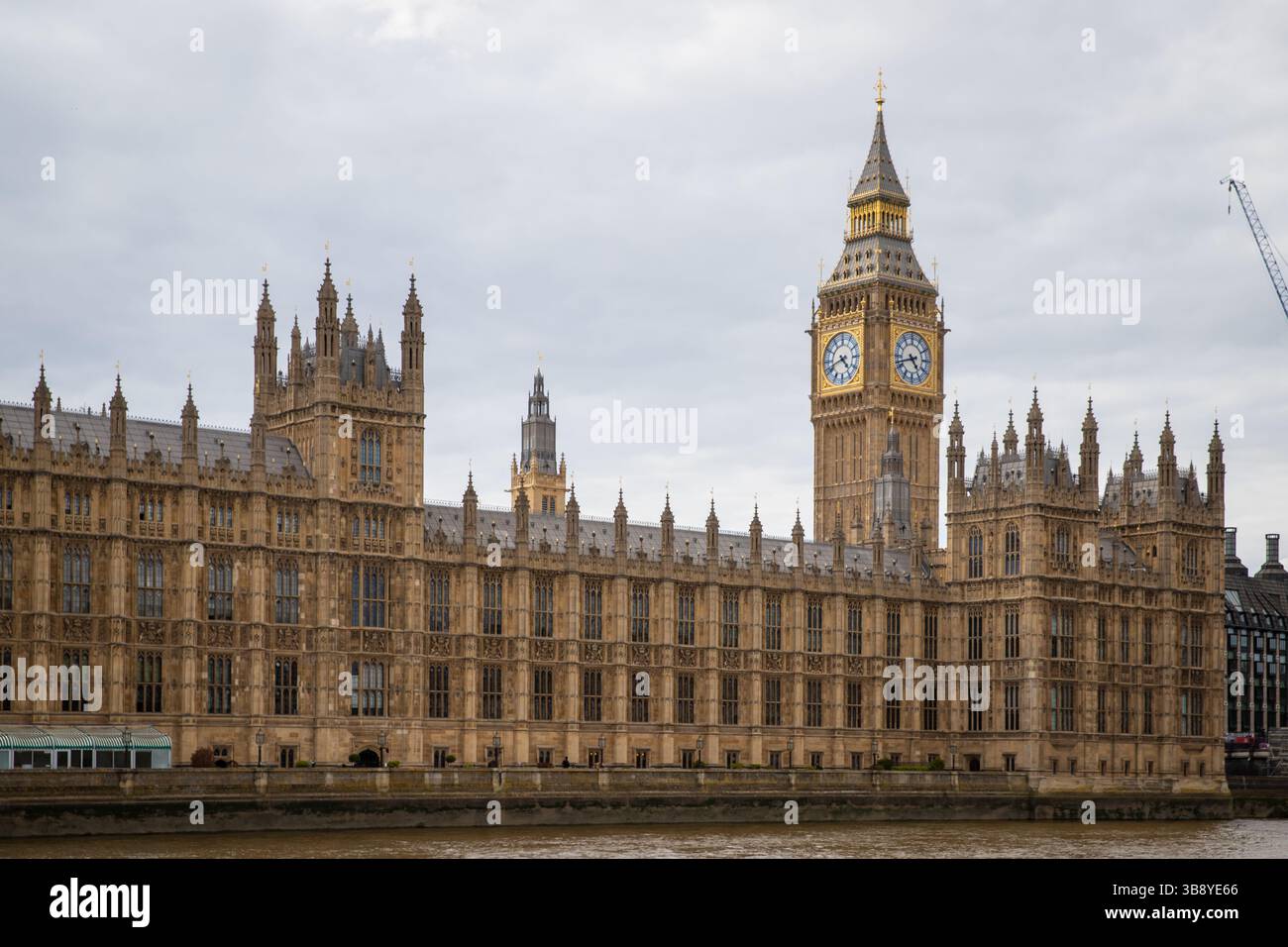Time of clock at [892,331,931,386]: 4:42
